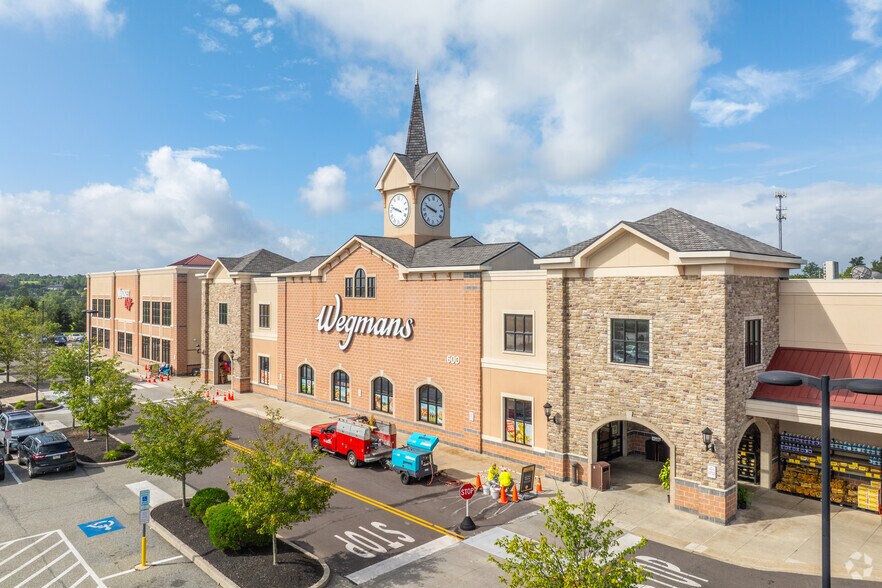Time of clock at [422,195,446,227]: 9:48
